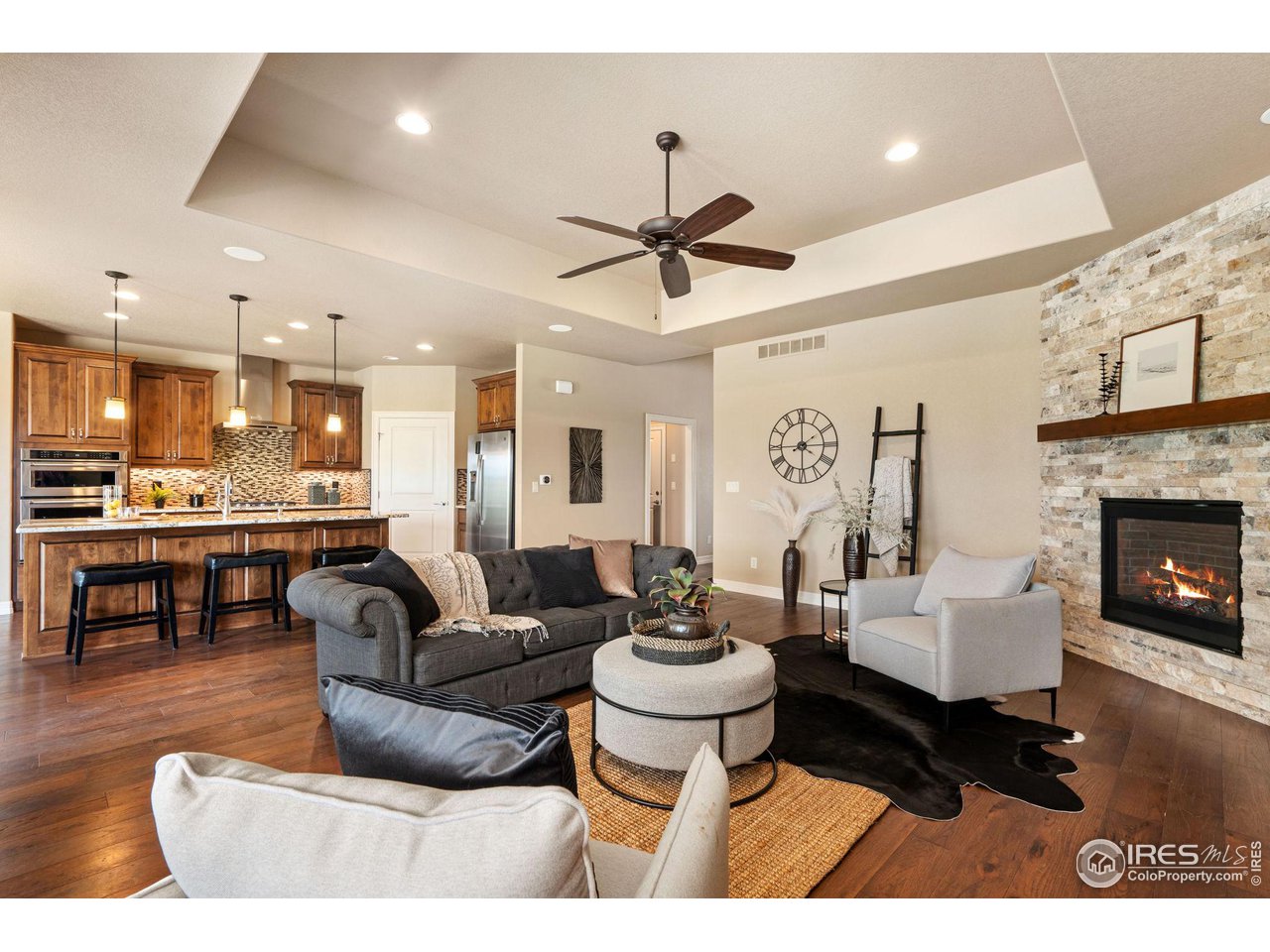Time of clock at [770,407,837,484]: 2:00
